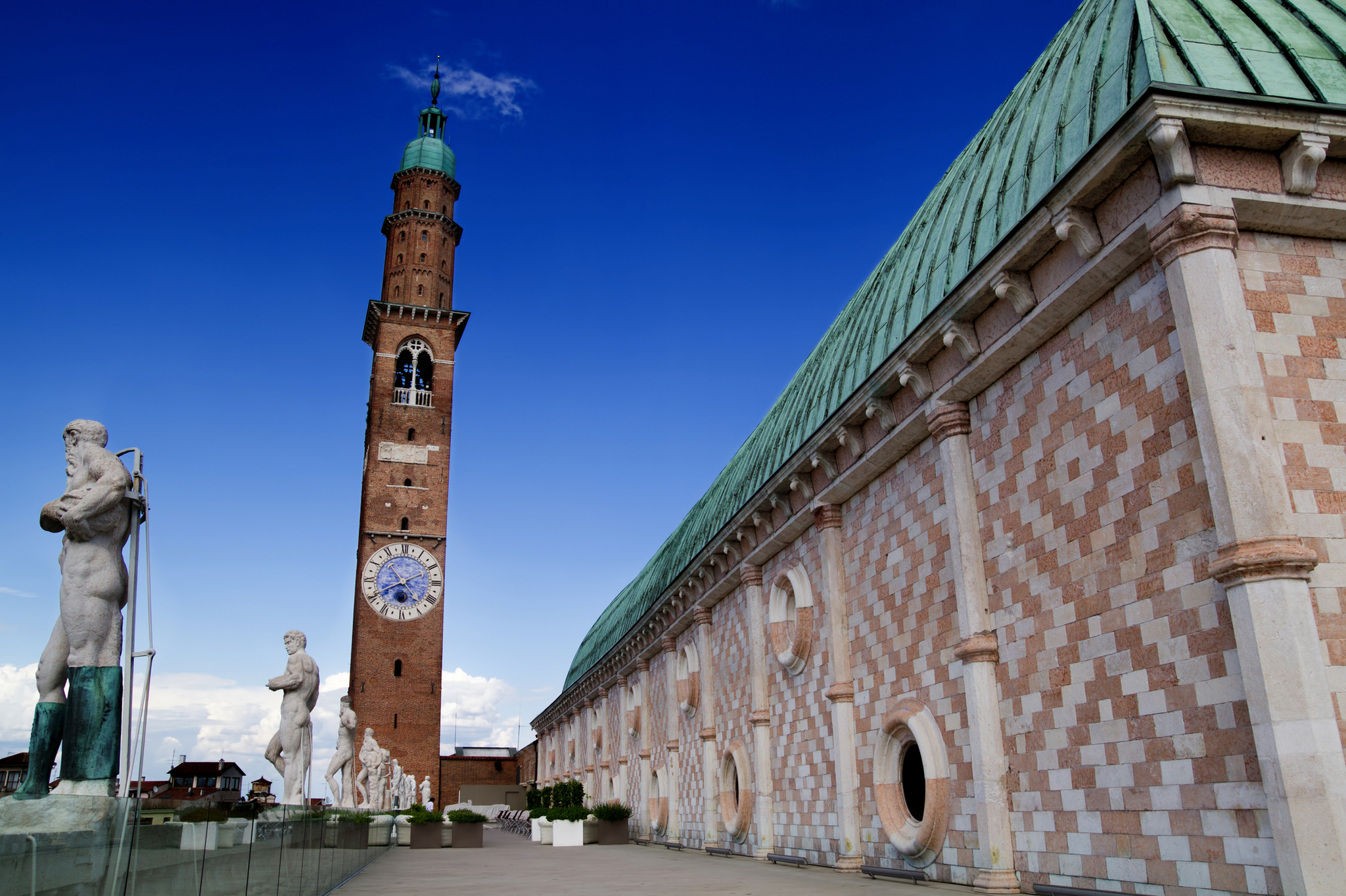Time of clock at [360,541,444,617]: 10:40
